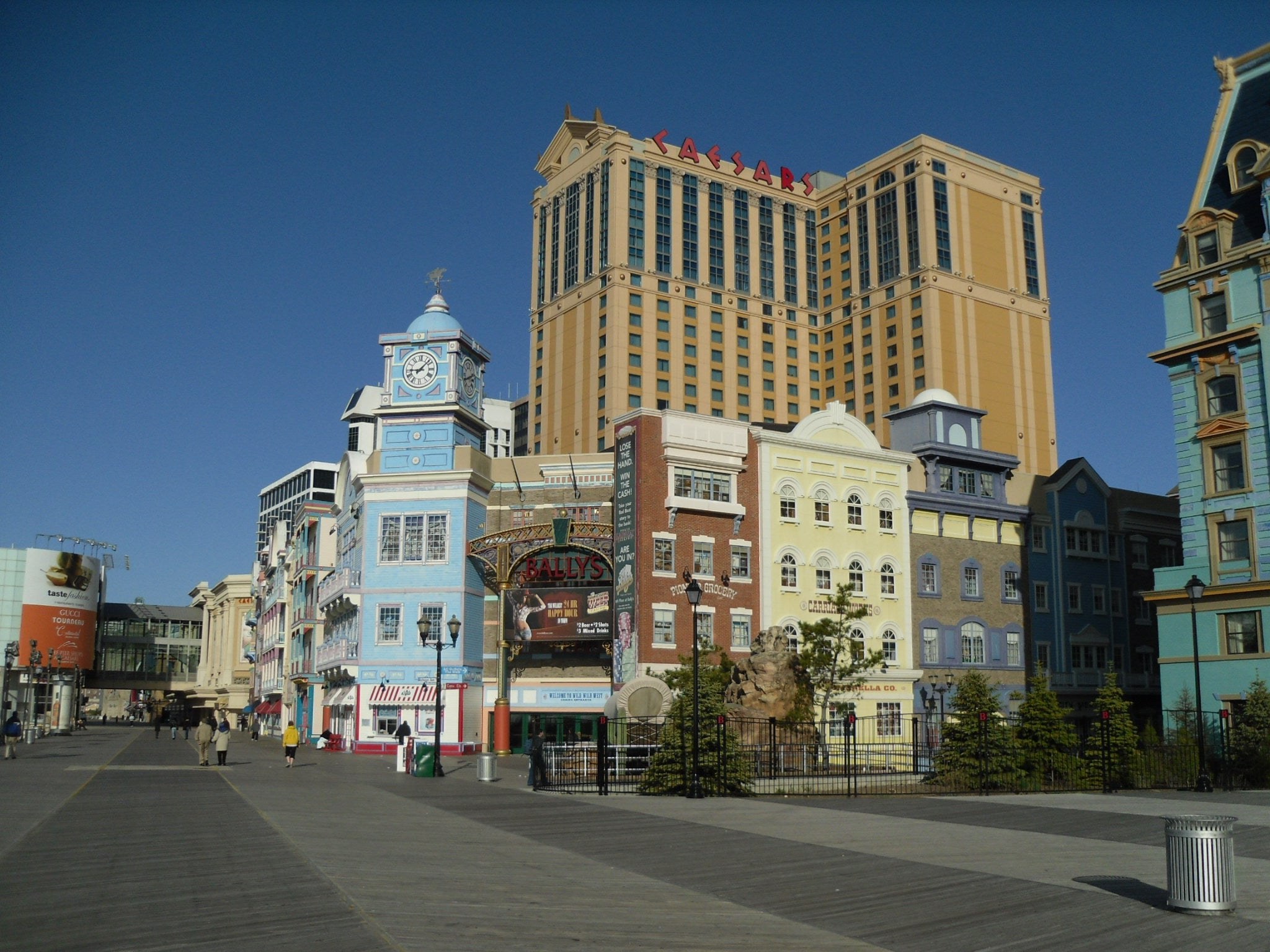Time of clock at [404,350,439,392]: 9:07
